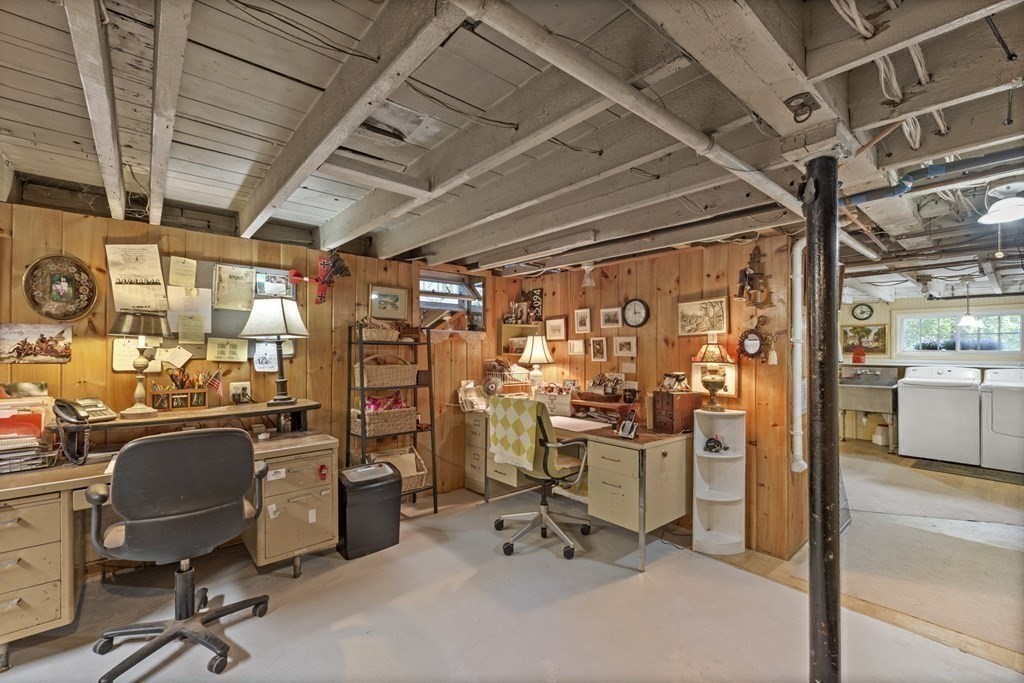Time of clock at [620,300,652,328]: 2:59
